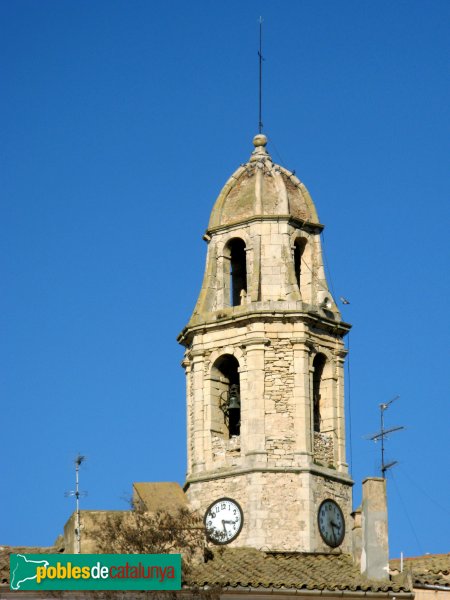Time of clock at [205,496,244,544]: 3:27
